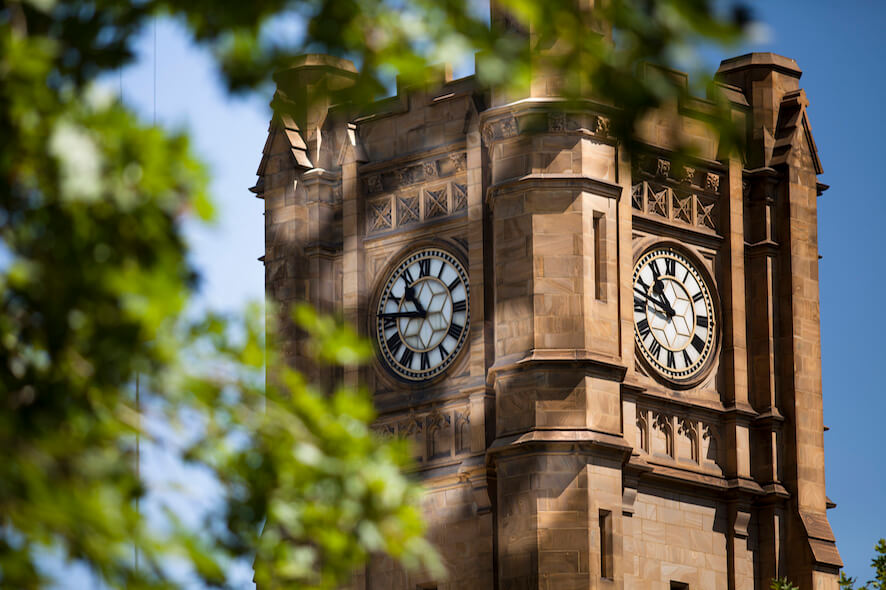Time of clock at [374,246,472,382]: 10:45
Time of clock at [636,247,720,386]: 10:47
